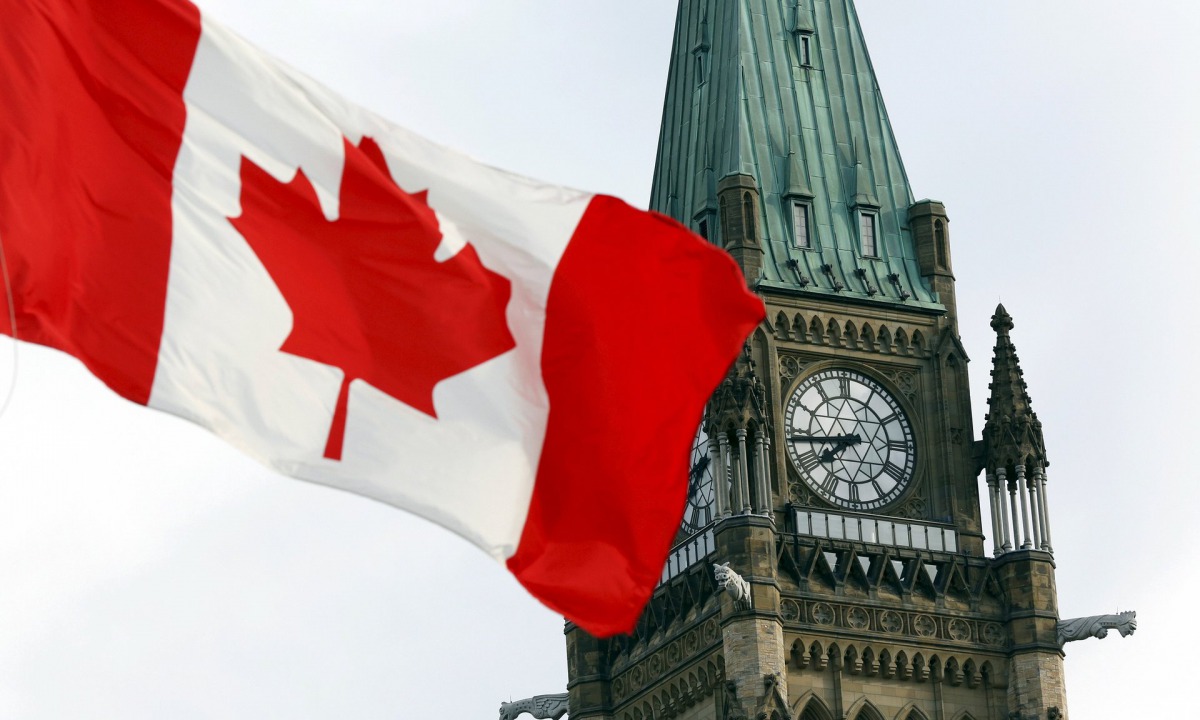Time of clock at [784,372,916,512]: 7:43
